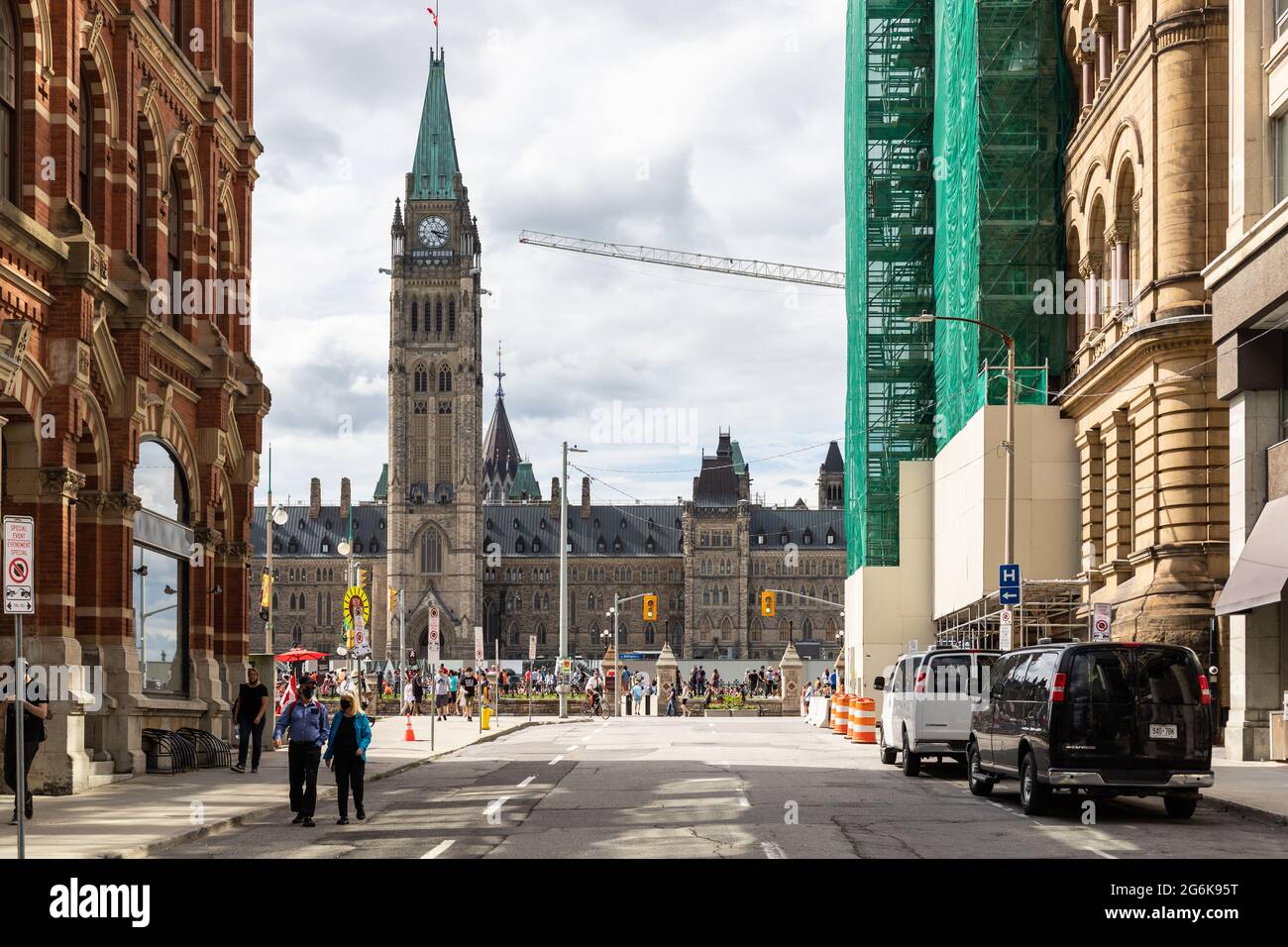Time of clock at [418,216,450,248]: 4:16
